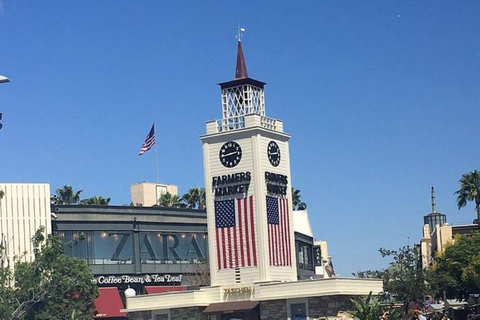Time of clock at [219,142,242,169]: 2:42
